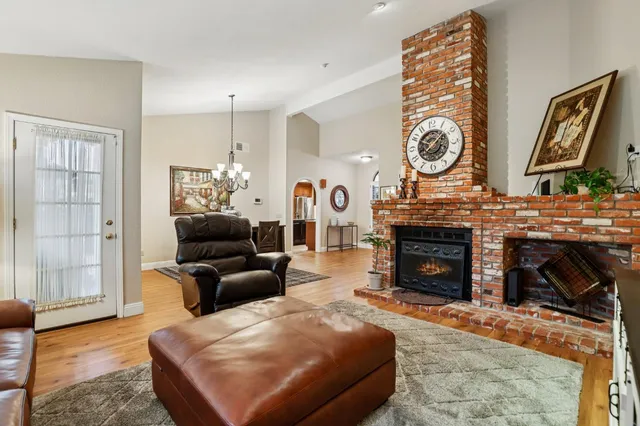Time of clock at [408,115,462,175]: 8:07
